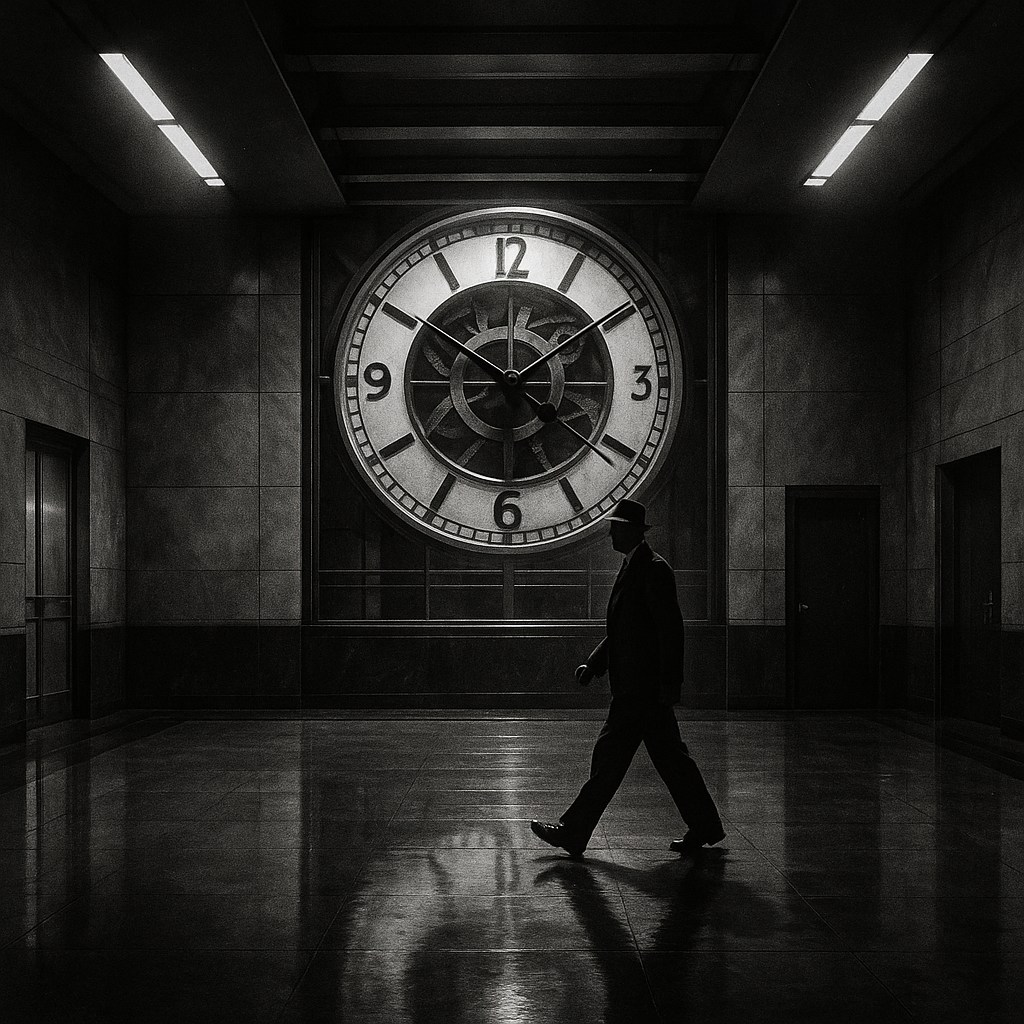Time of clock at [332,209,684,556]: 1:50
